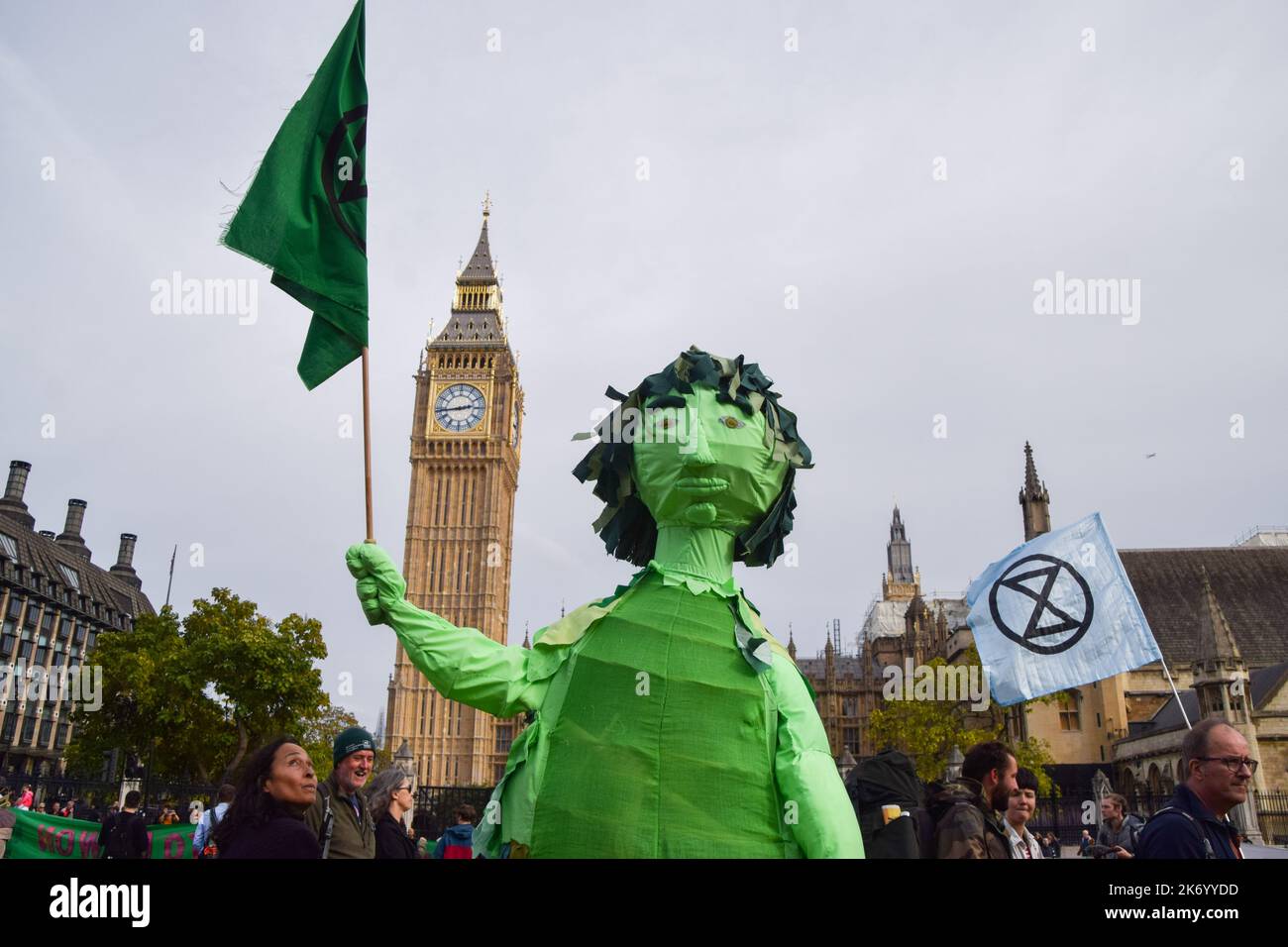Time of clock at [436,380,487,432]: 2:43
